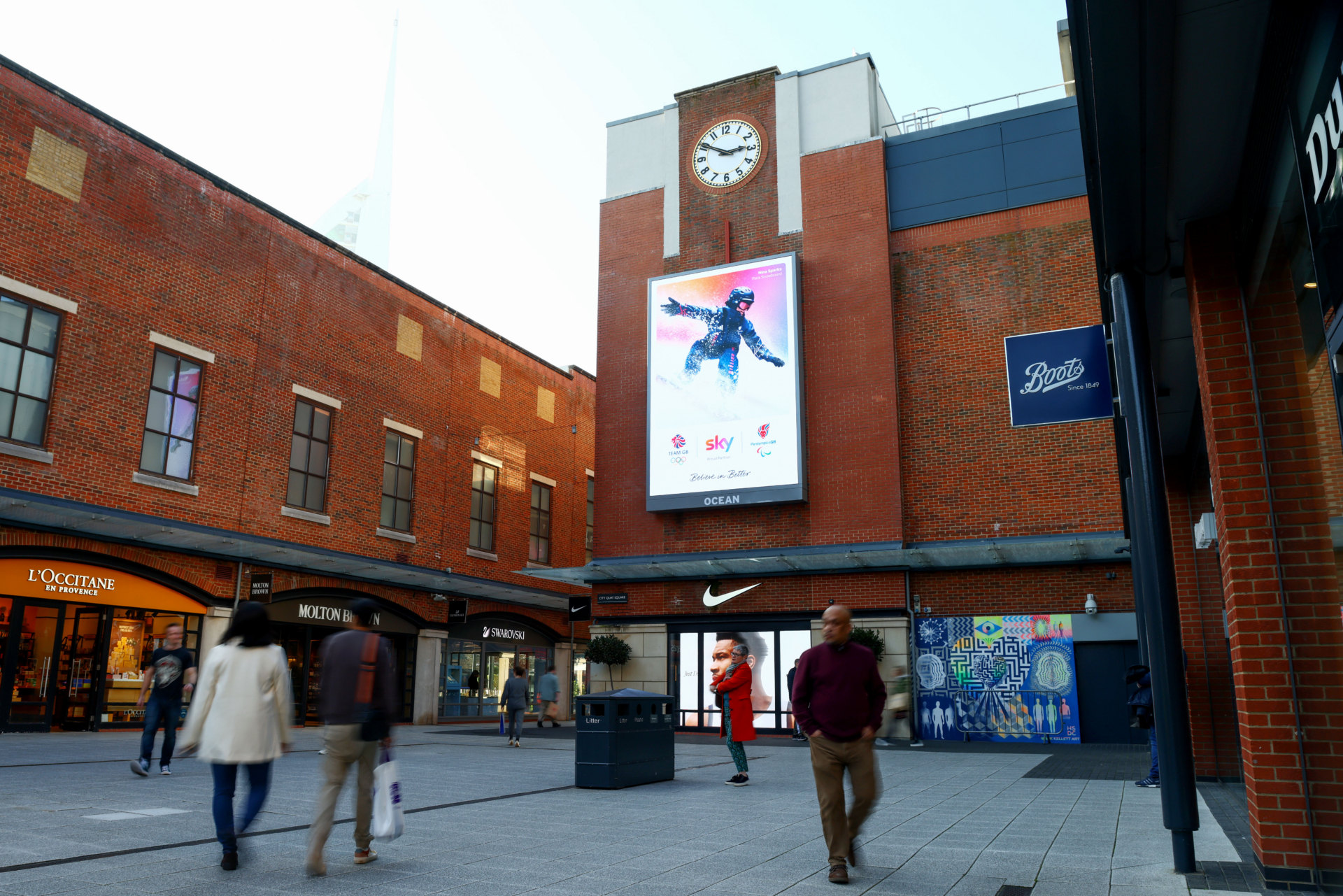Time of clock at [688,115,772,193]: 2:50
